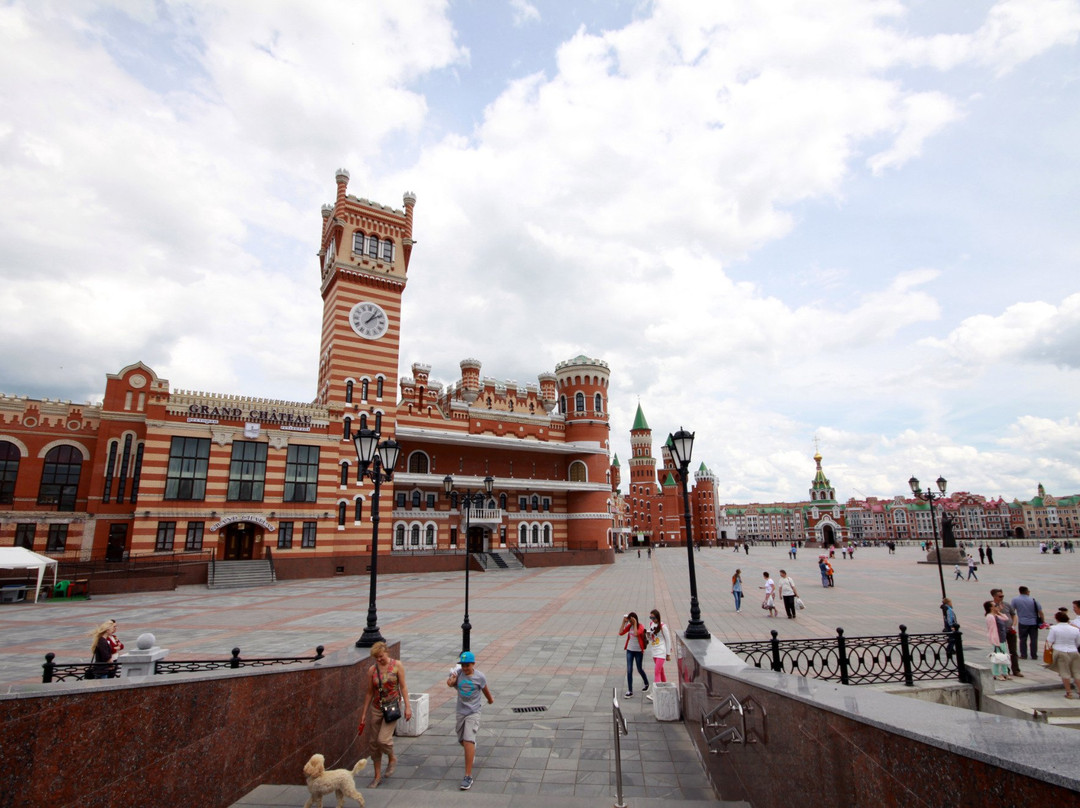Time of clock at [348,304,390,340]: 1:09
